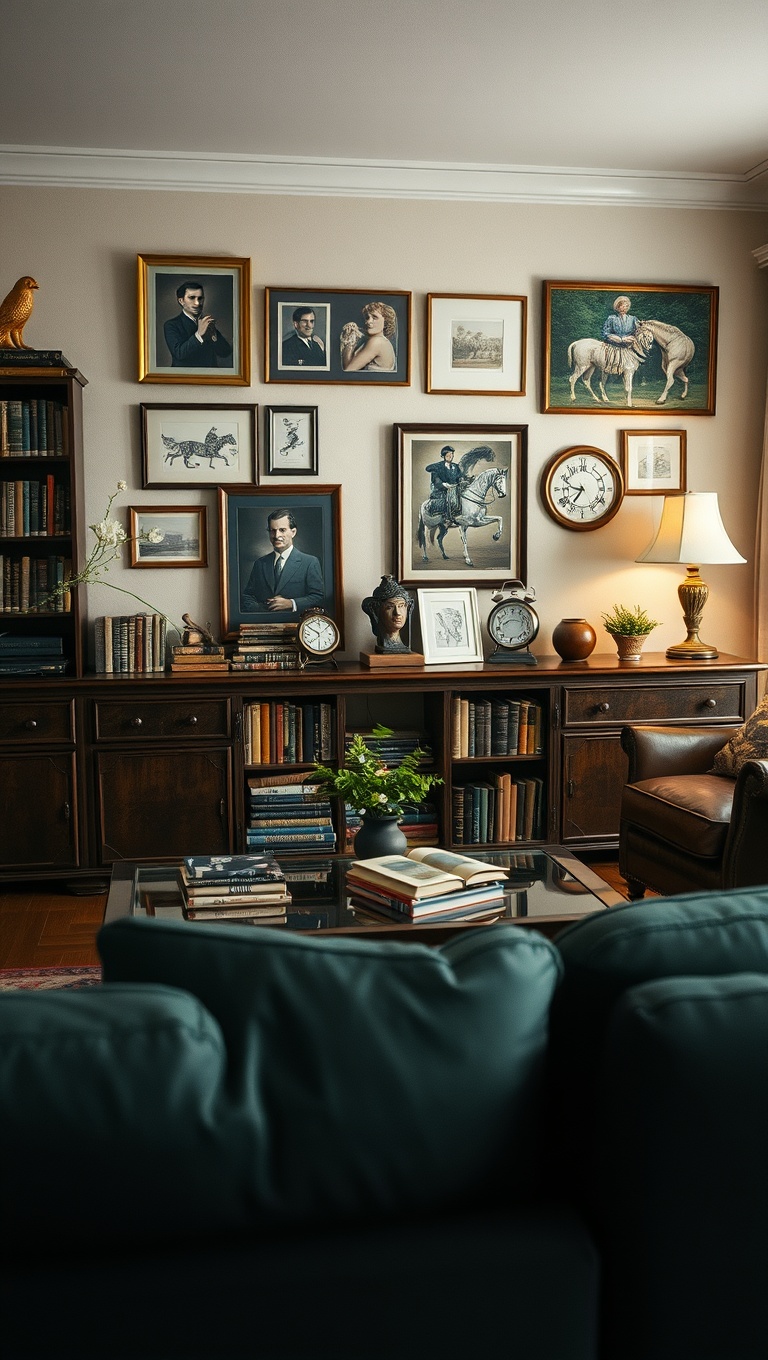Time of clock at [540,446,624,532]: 9:35
